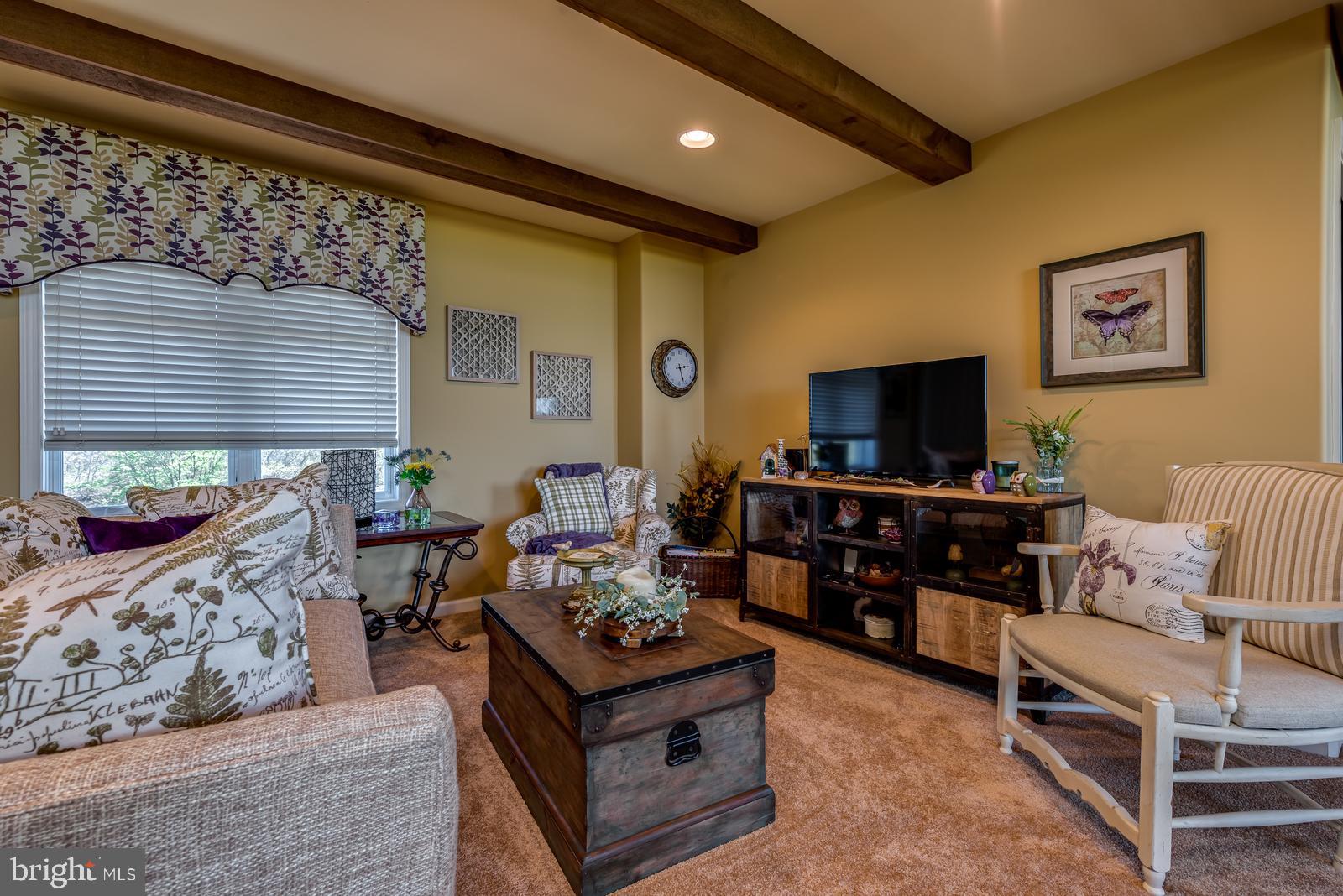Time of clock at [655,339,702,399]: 2:26
